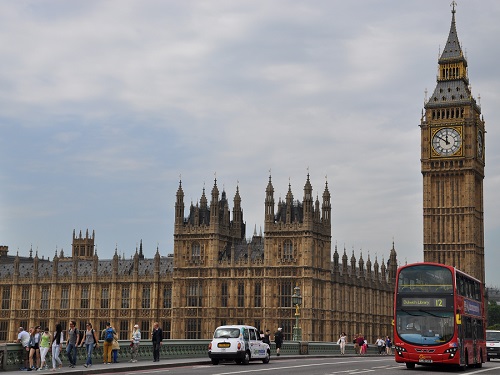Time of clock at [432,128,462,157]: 11:50
